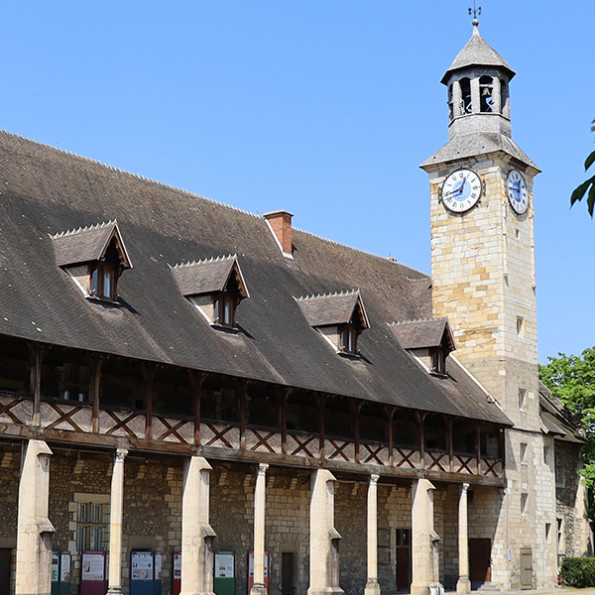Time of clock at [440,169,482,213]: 12:43
